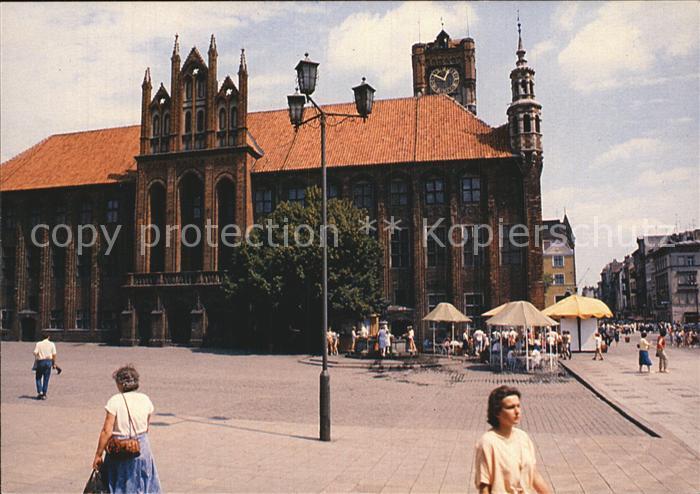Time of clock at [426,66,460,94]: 12:49
